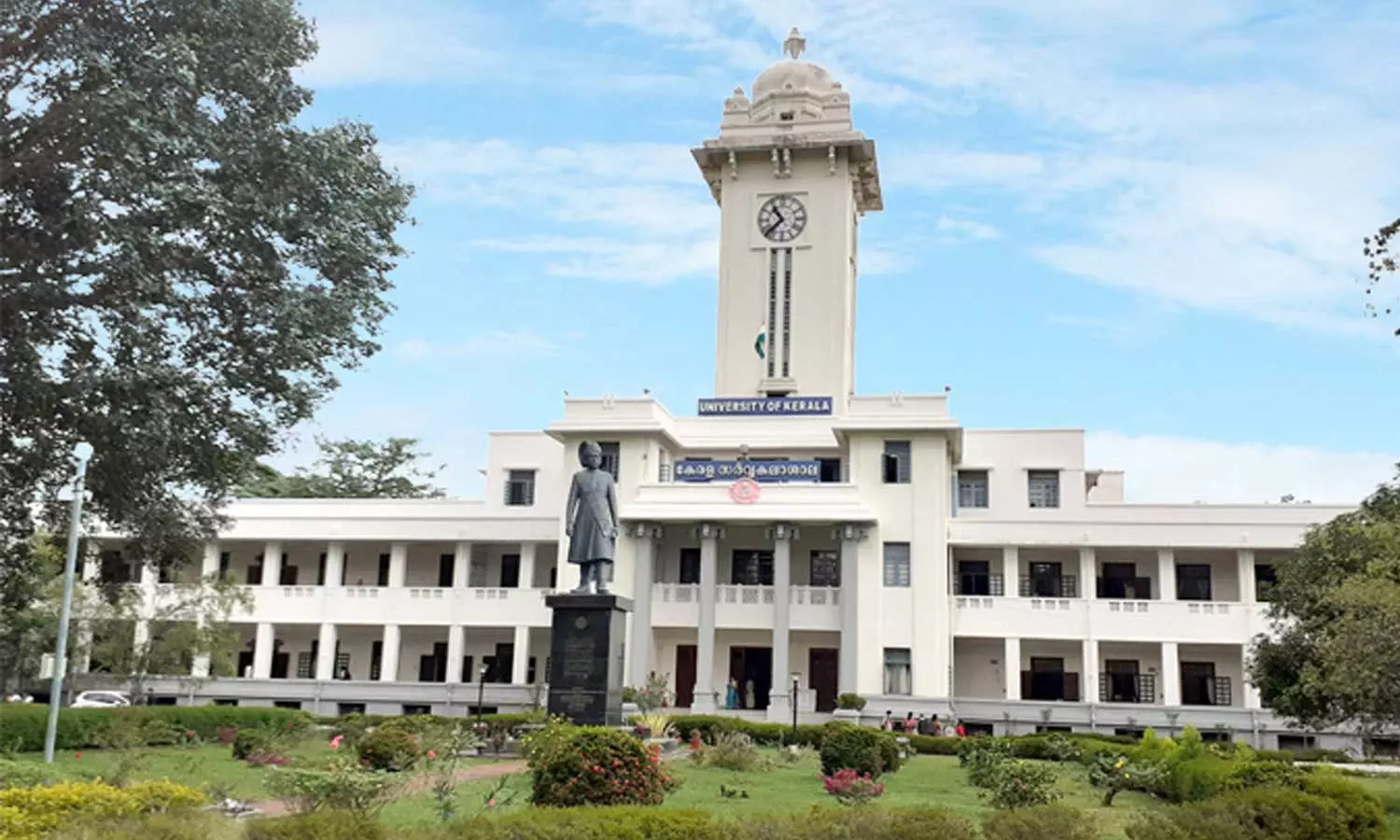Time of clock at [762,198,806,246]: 10:37
